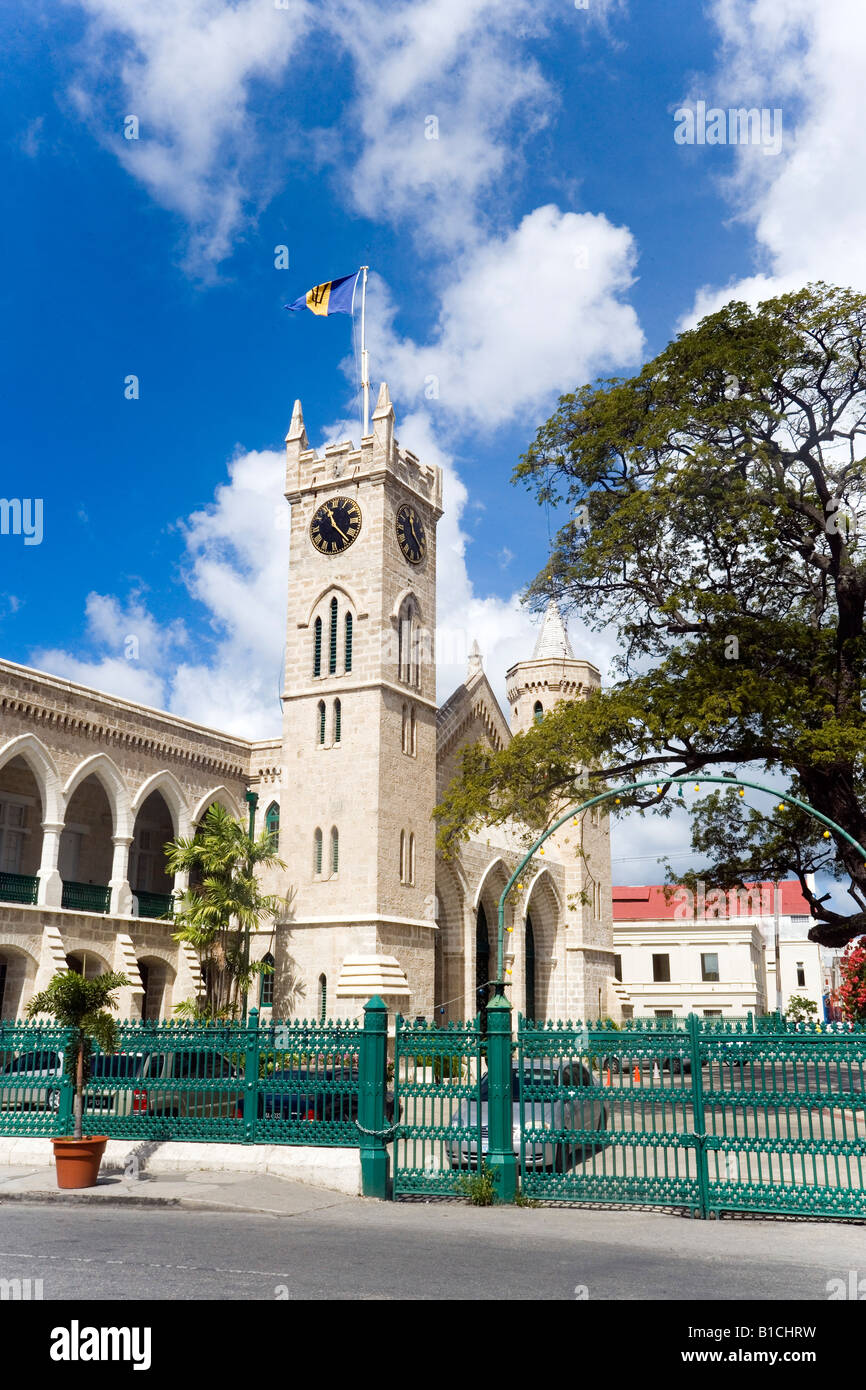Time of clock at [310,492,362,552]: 11:22
